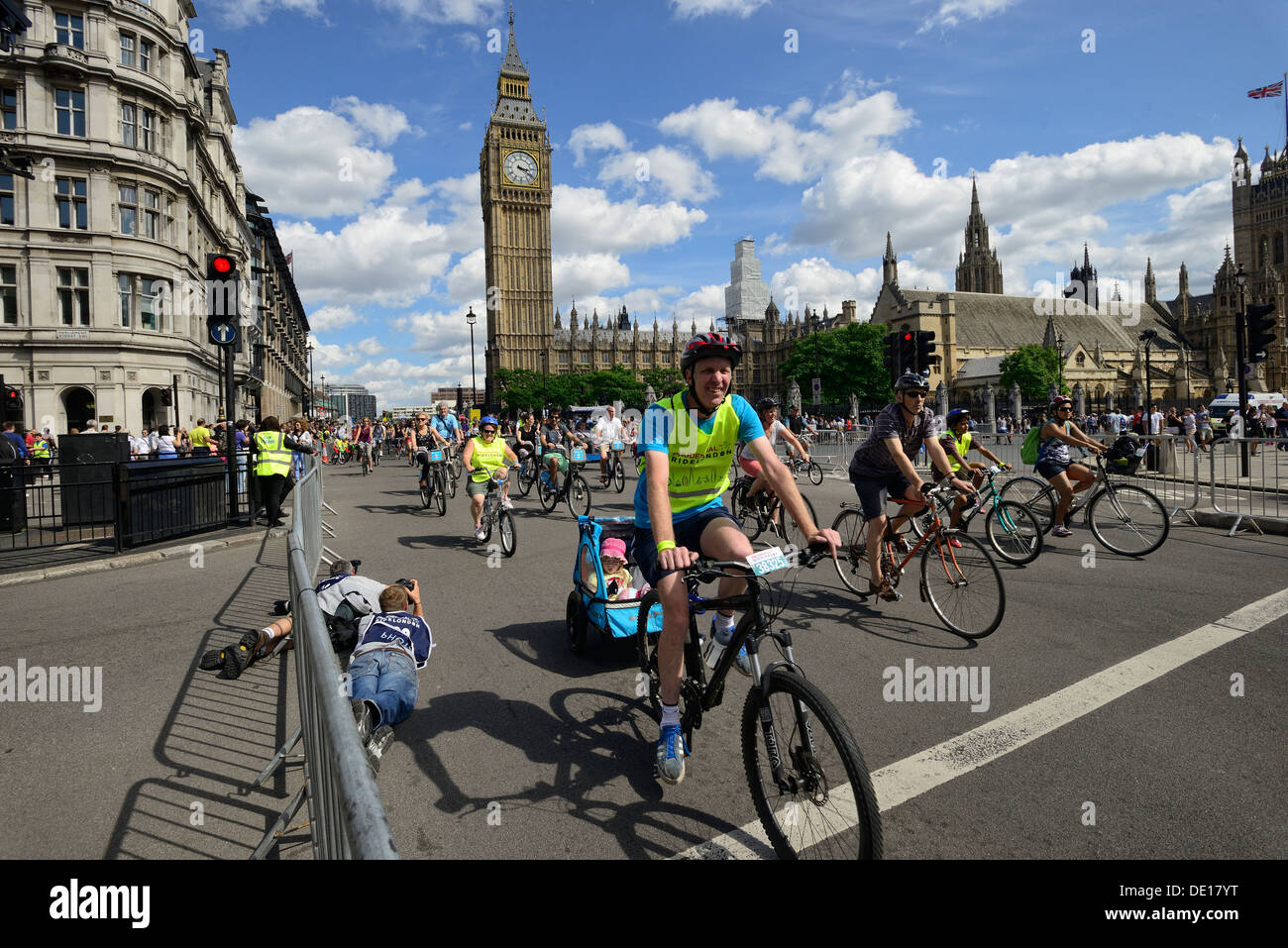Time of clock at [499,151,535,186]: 3:21
